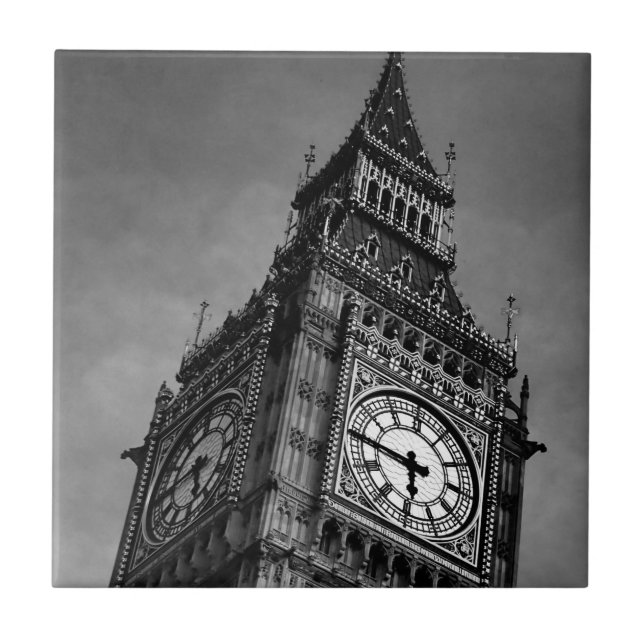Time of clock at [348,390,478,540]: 5:45
